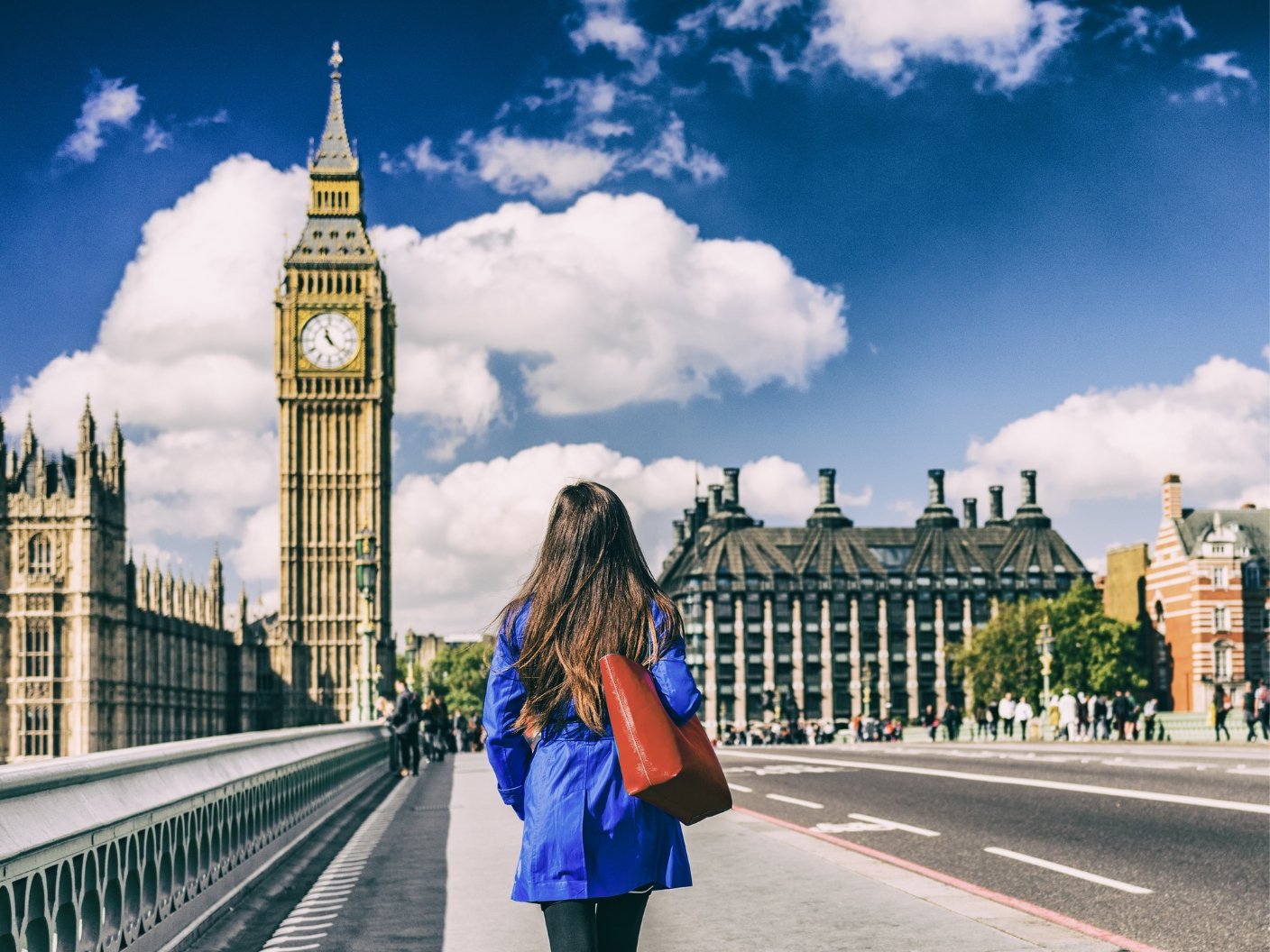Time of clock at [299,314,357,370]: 11:22
